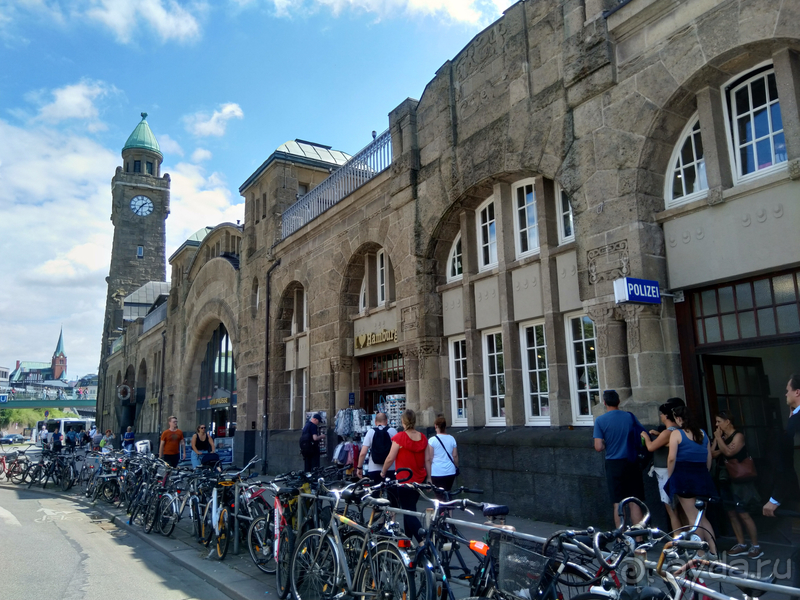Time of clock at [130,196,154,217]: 1:36
